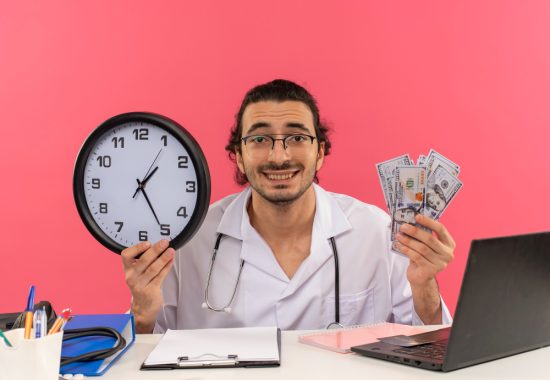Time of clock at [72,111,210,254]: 1:24
